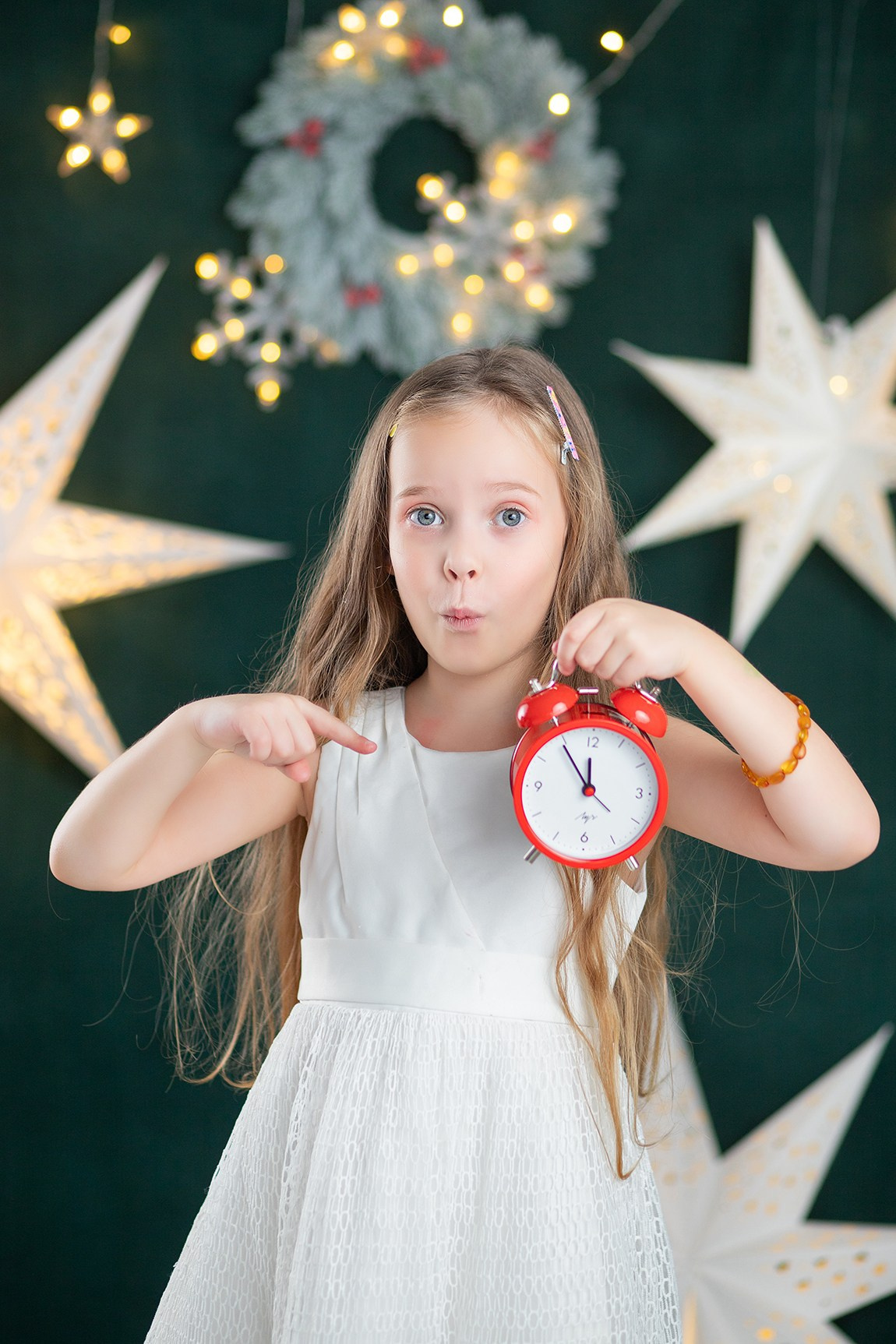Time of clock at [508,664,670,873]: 11:54
